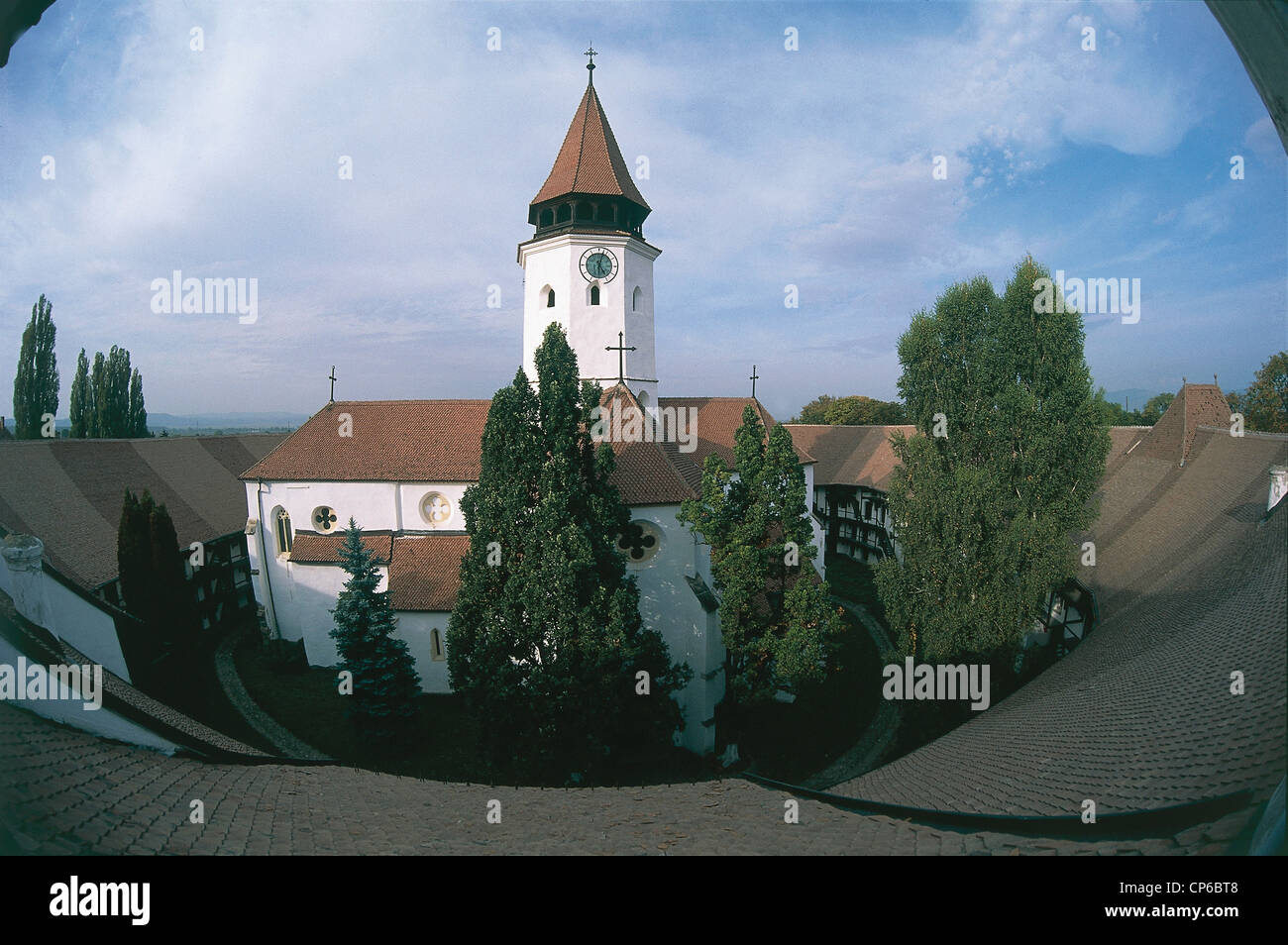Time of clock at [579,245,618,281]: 5:02
